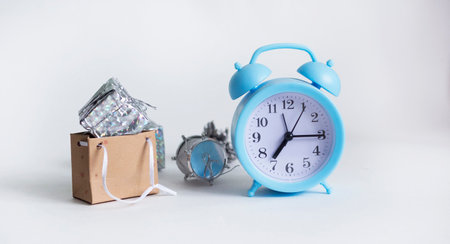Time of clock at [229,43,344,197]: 7:15
